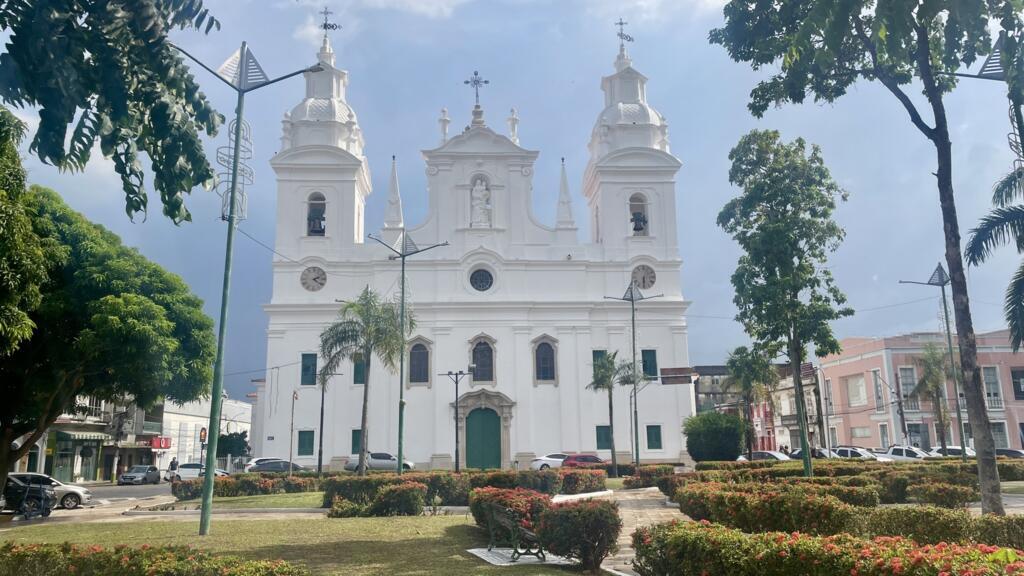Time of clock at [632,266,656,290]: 6:03
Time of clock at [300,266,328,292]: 2:21
